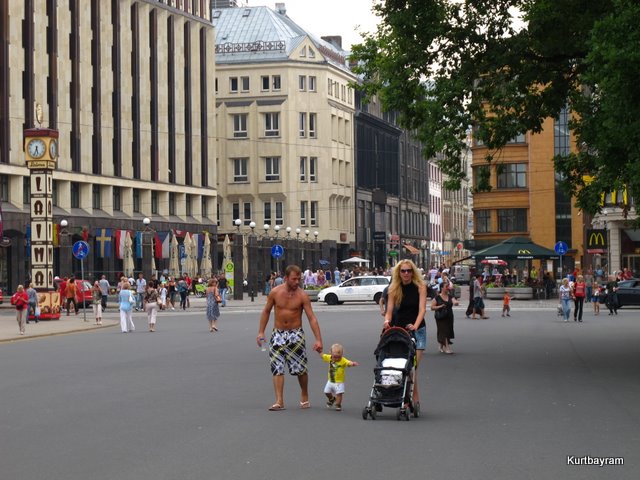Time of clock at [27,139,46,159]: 5:33
